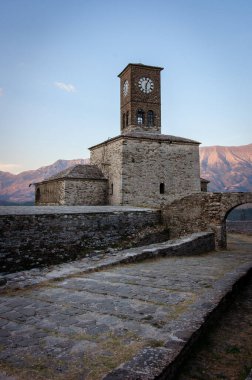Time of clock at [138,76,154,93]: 6:05
